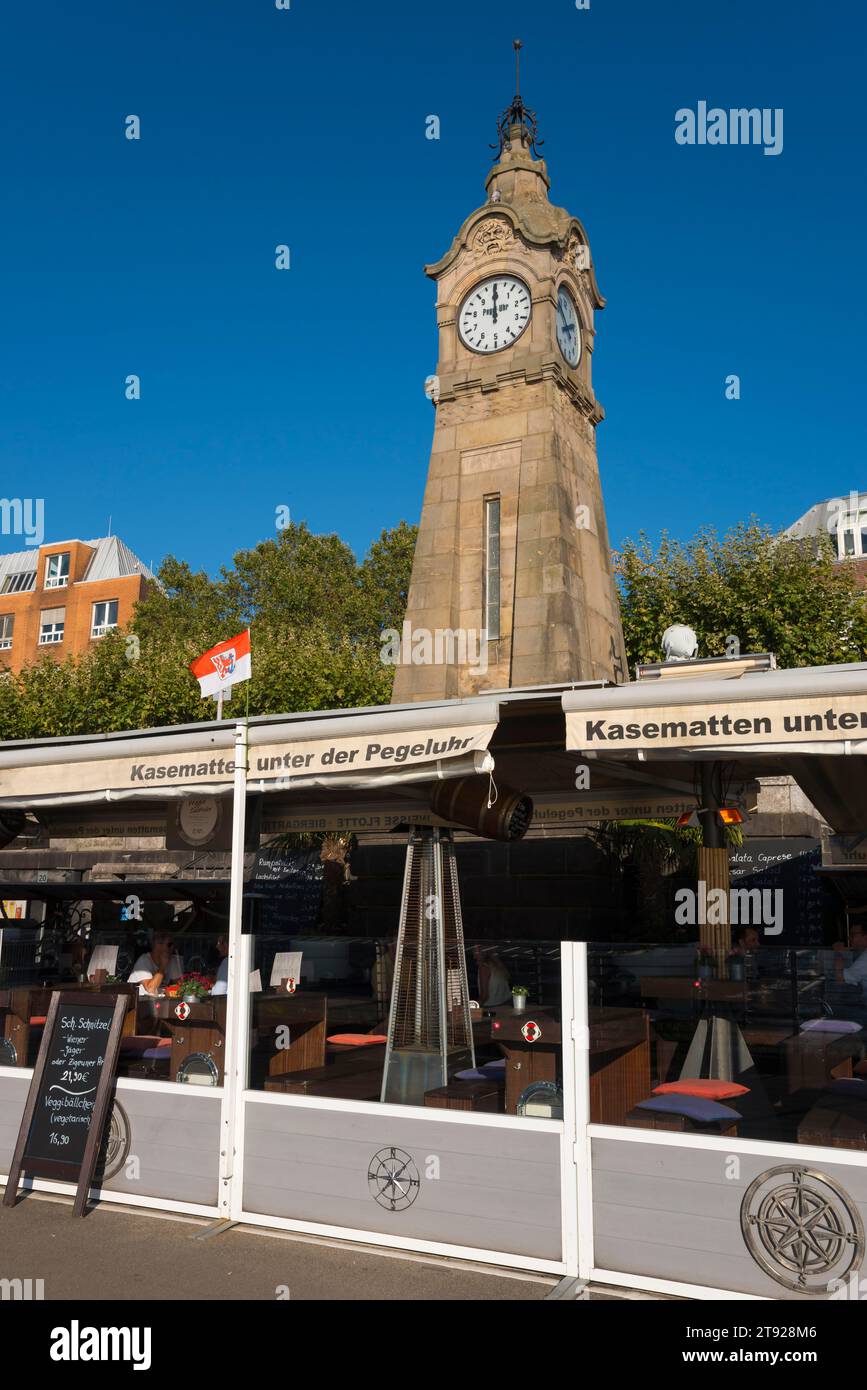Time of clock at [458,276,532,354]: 11:59
